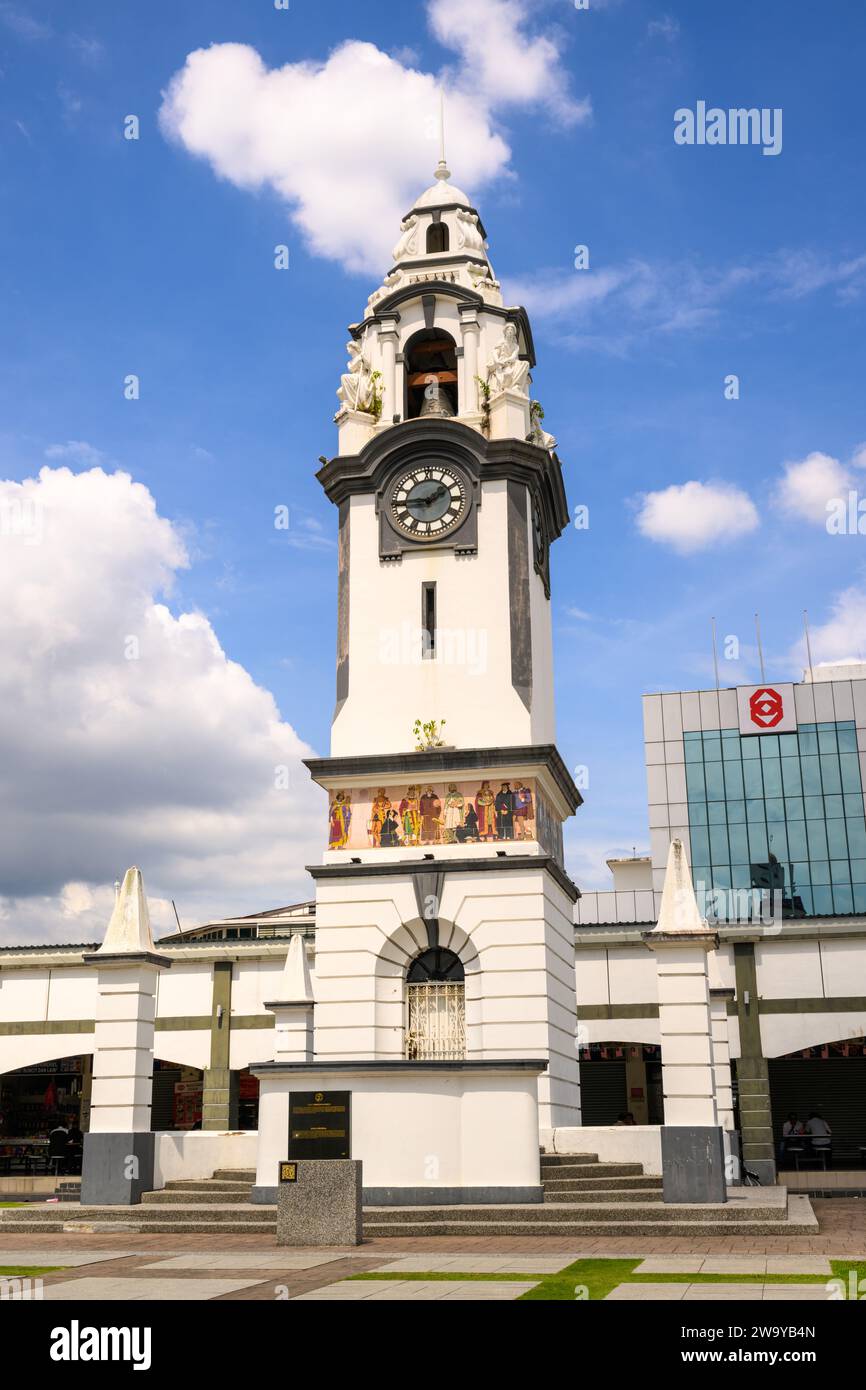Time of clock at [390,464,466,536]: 1:45
